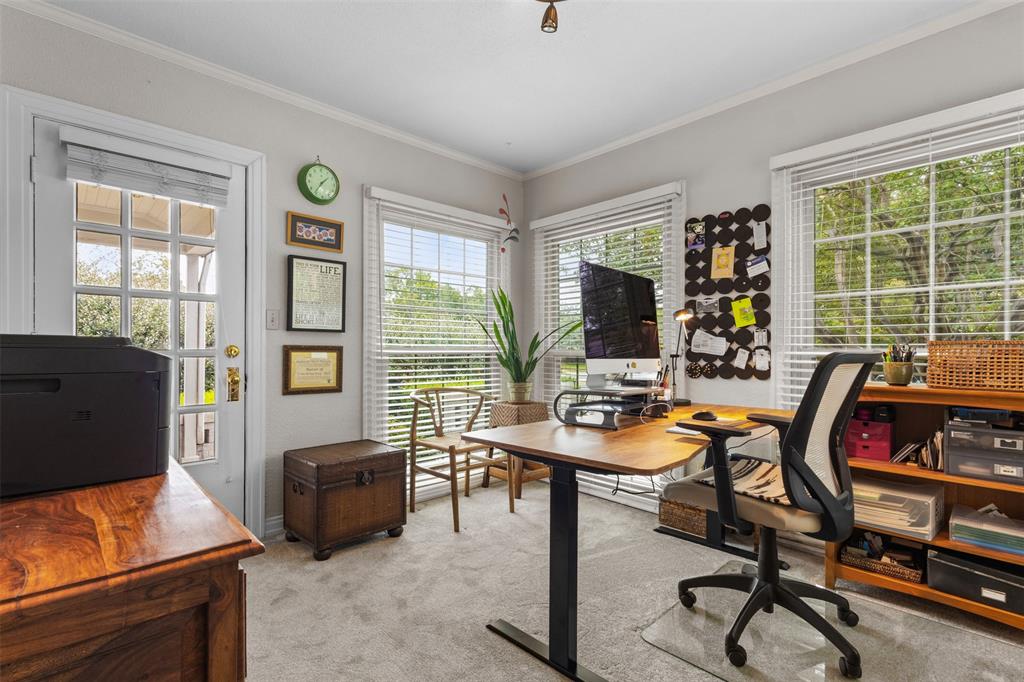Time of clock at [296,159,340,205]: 1:36
